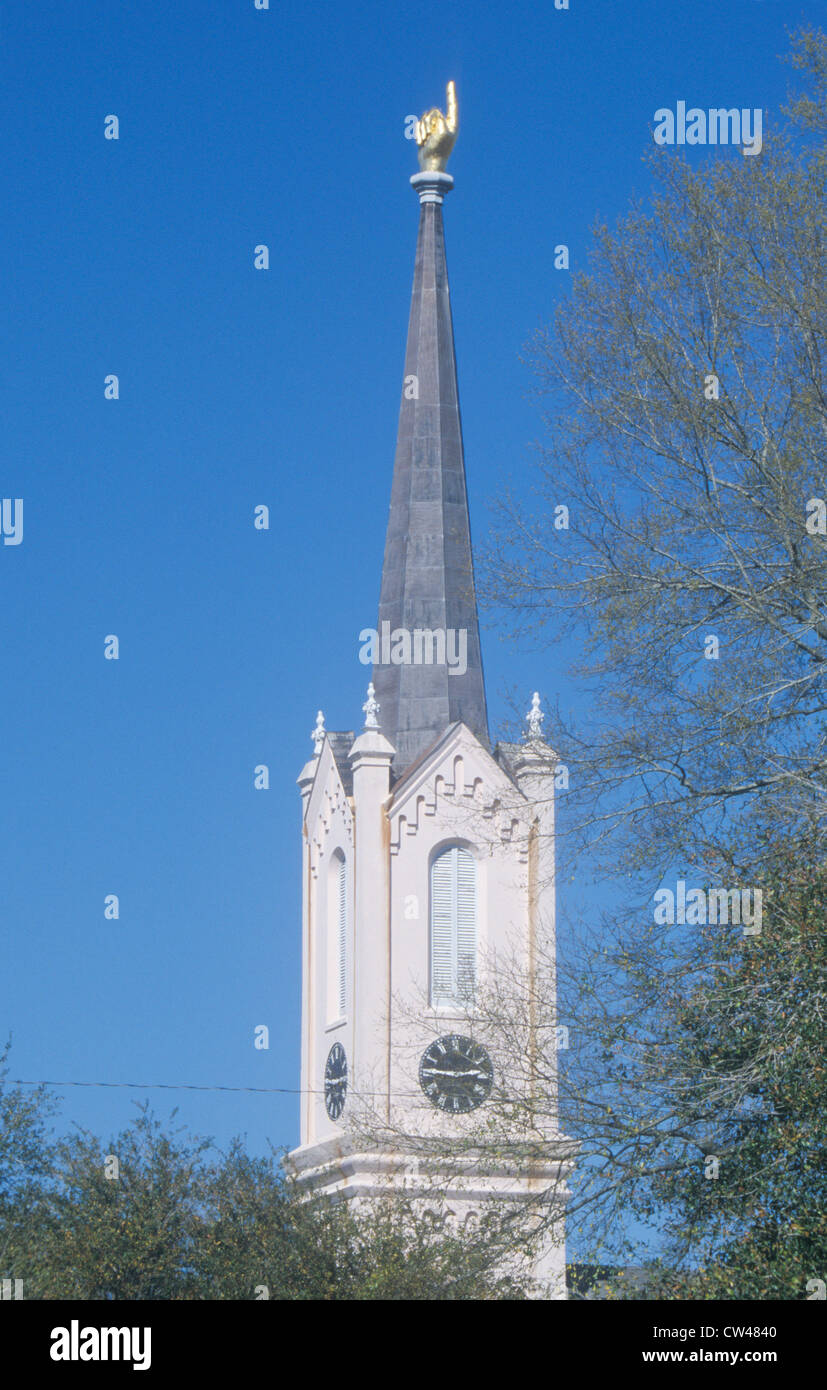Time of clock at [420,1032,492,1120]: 2:46
